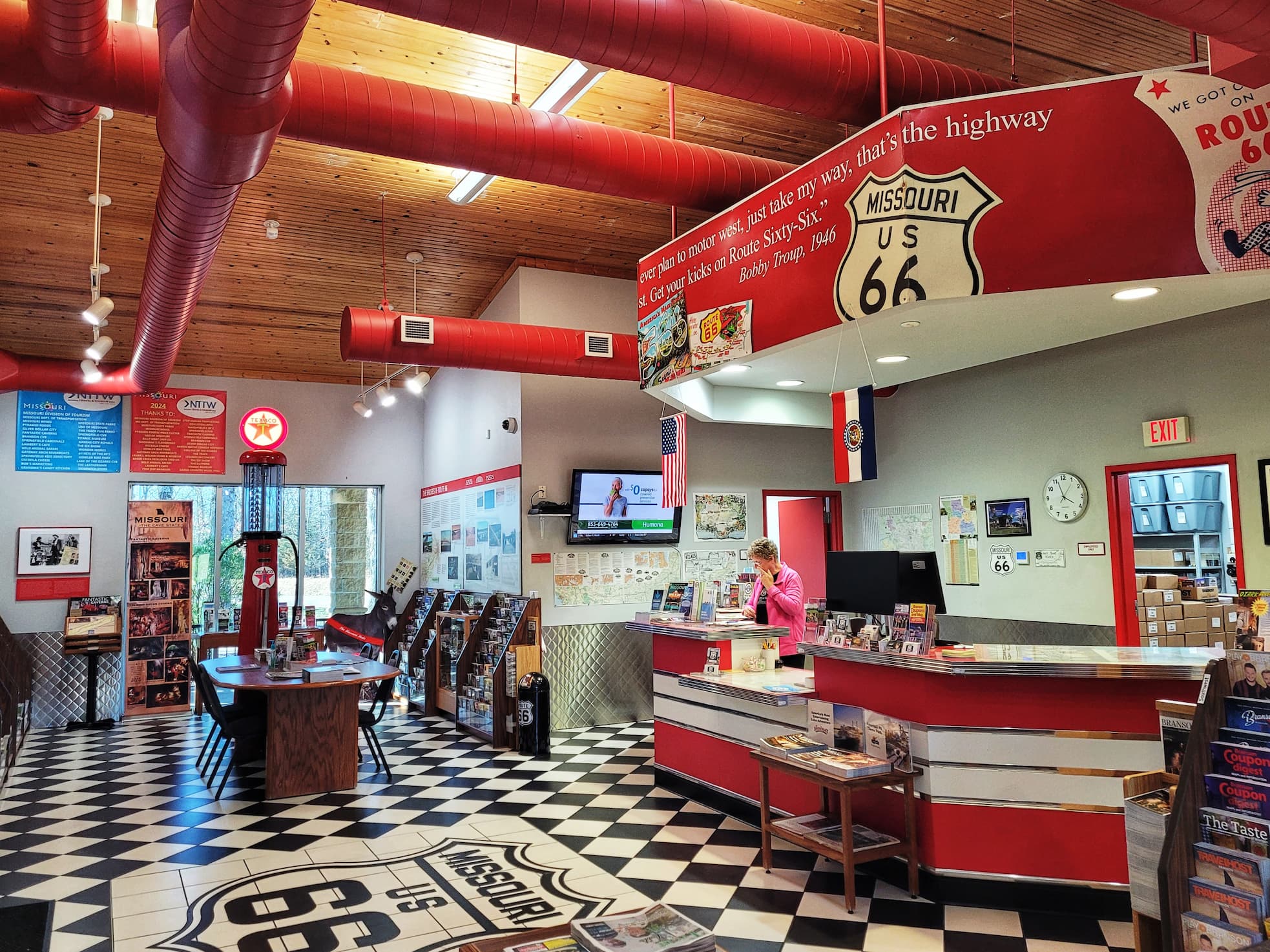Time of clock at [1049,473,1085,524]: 3:56
